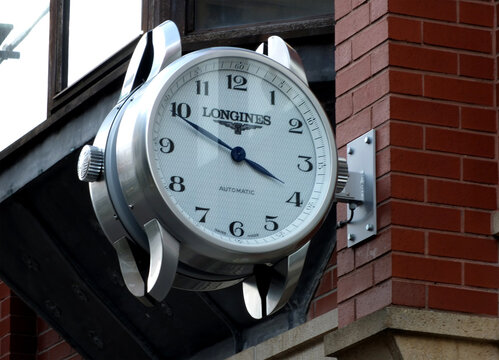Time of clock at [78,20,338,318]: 3:49
